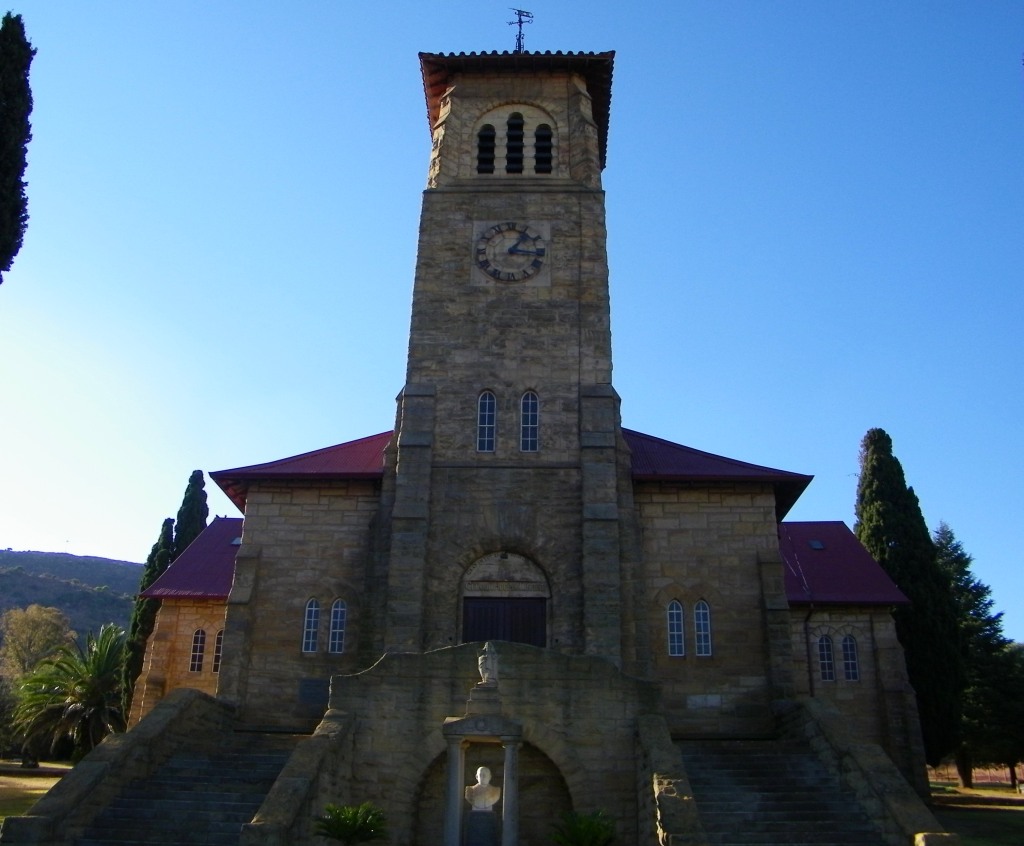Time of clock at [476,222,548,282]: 1:16
